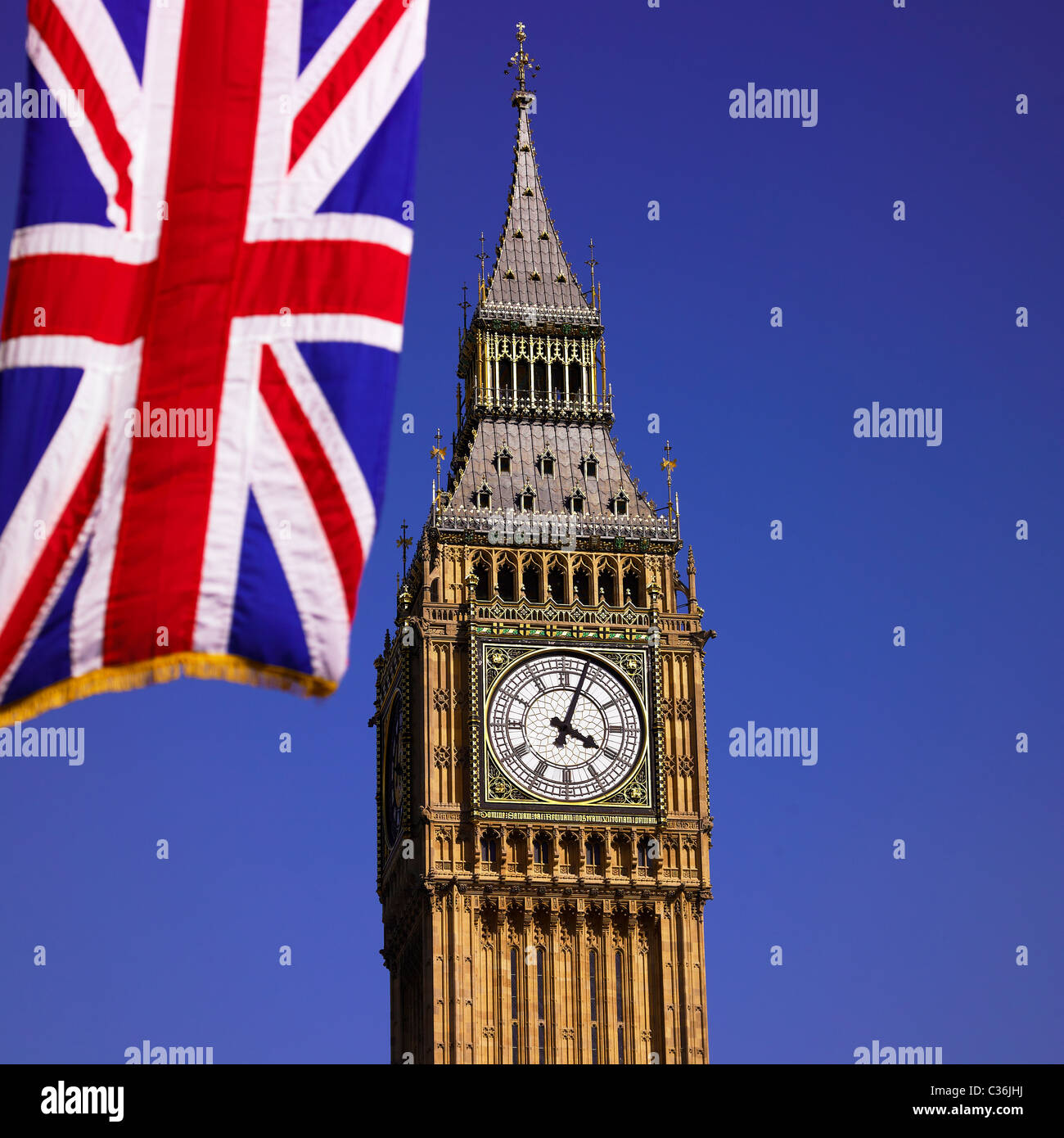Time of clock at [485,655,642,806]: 4:03
